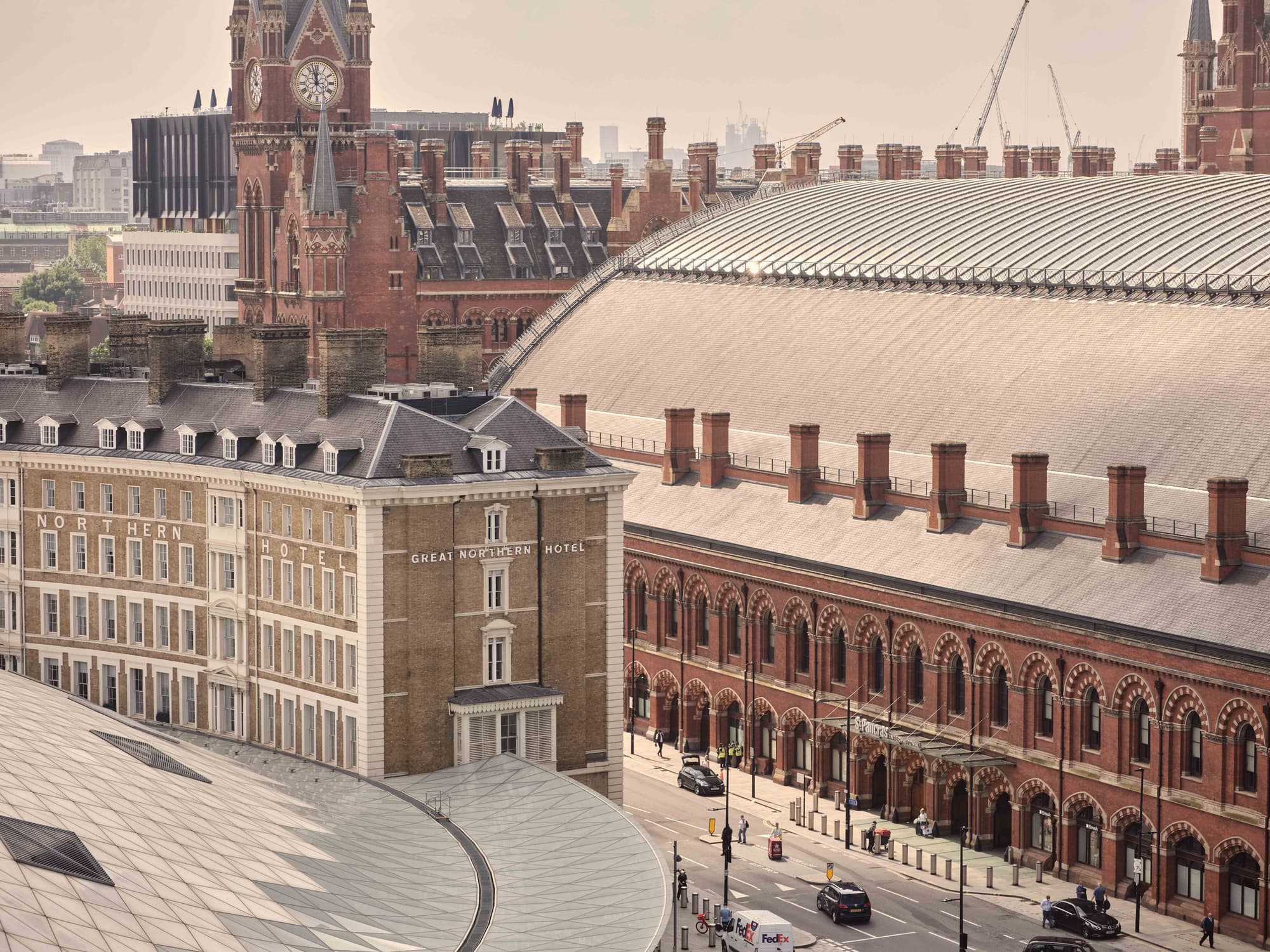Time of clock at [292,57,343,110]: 11:57
